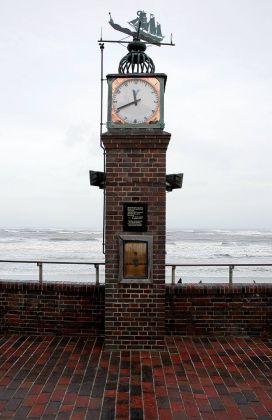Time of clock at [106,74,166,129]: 11:41
